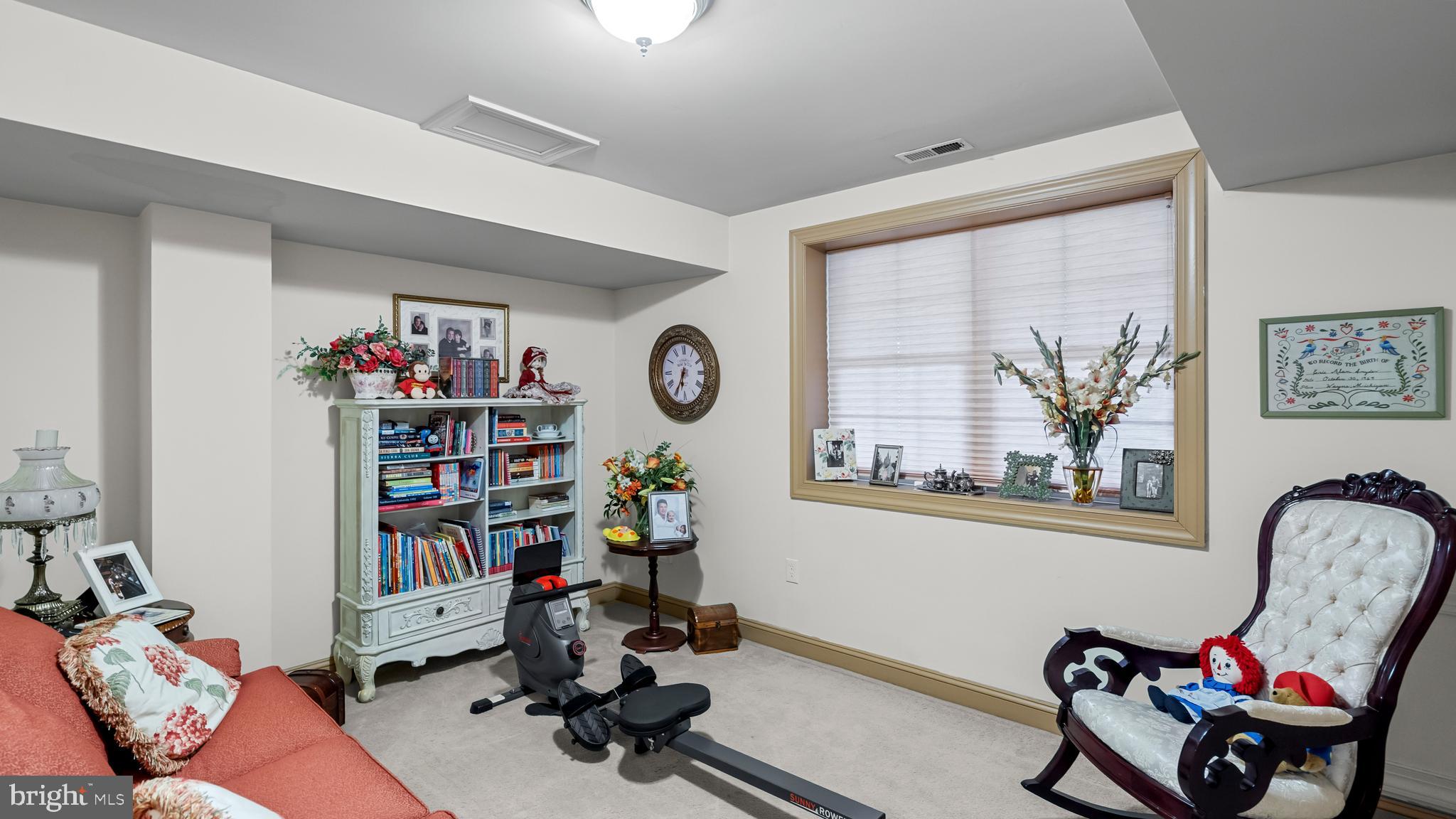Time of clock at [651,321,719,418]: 6:34
